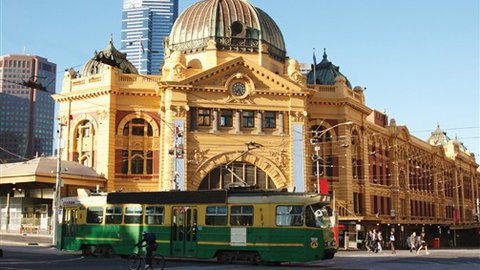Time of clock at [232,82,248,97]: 7:25
